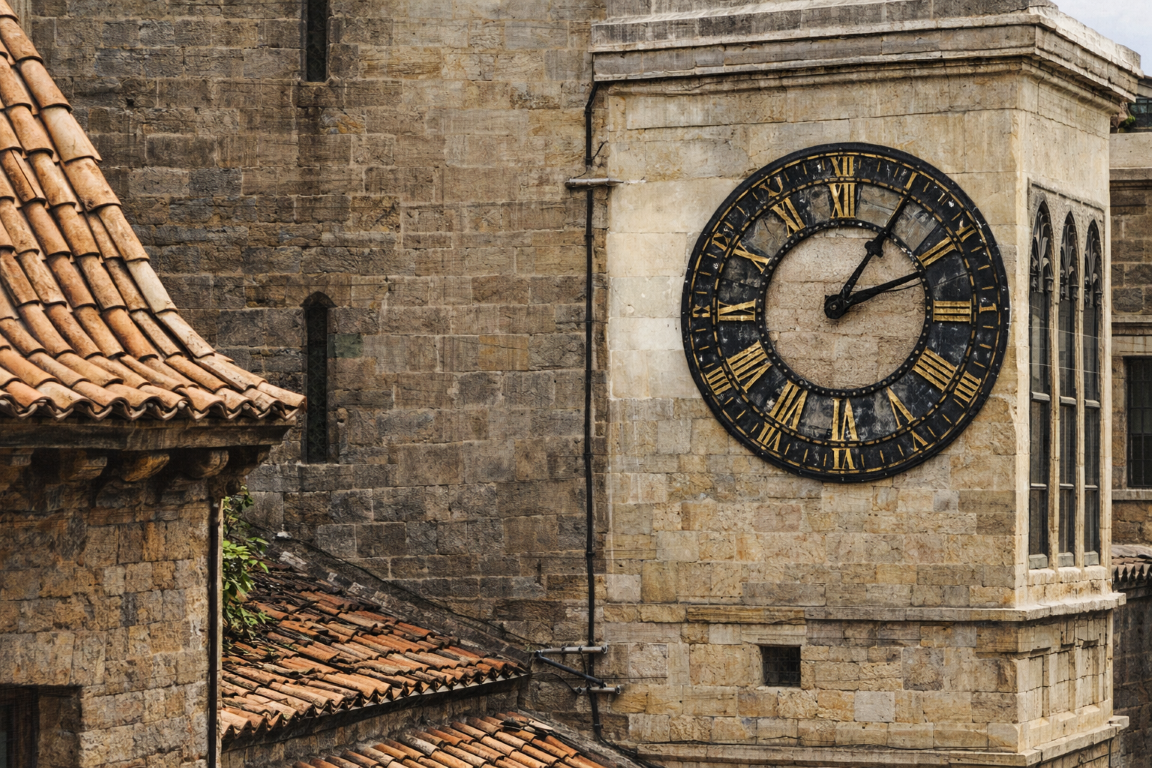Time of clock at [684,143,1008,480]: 2:05
